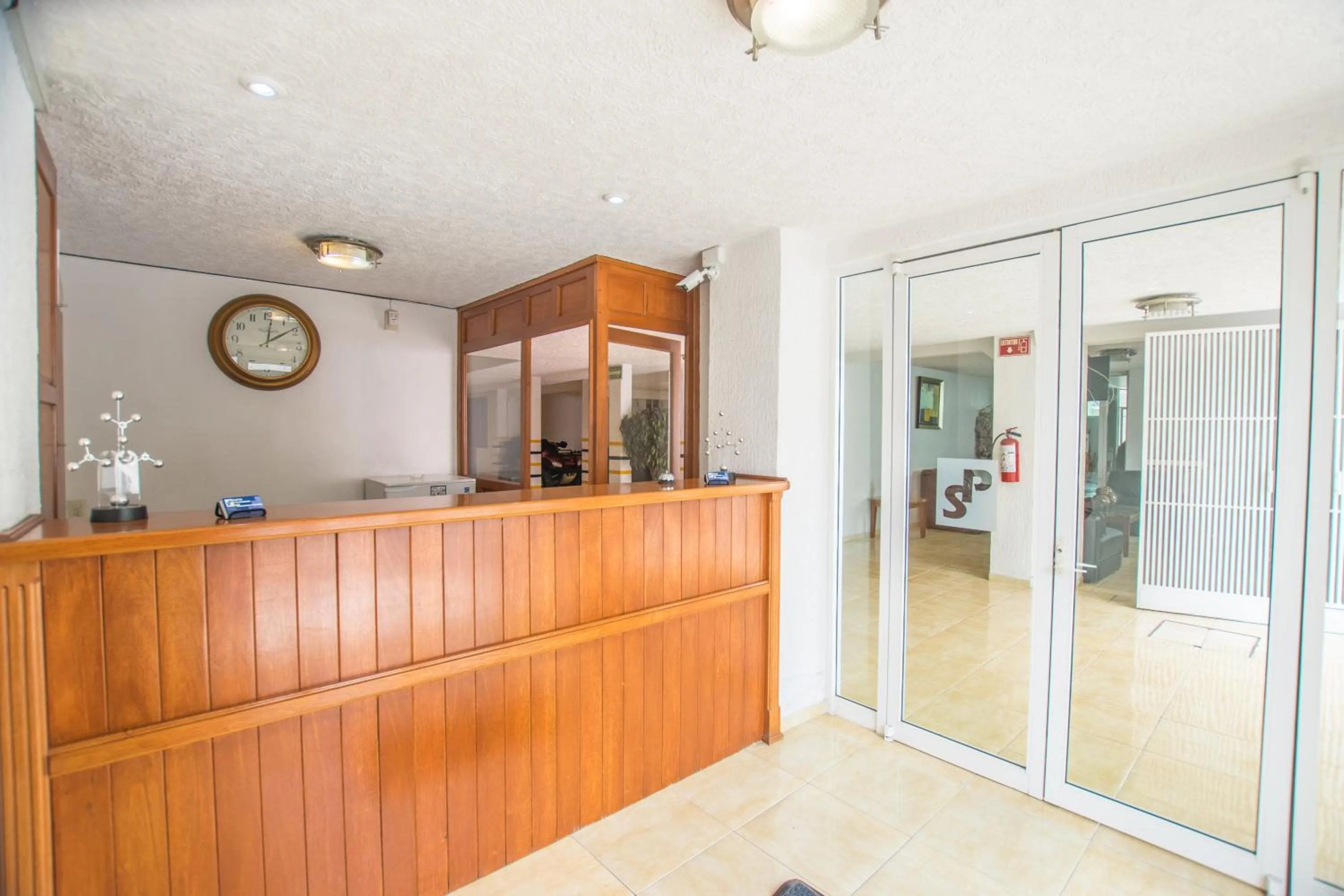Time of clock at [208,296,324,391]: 12:08
